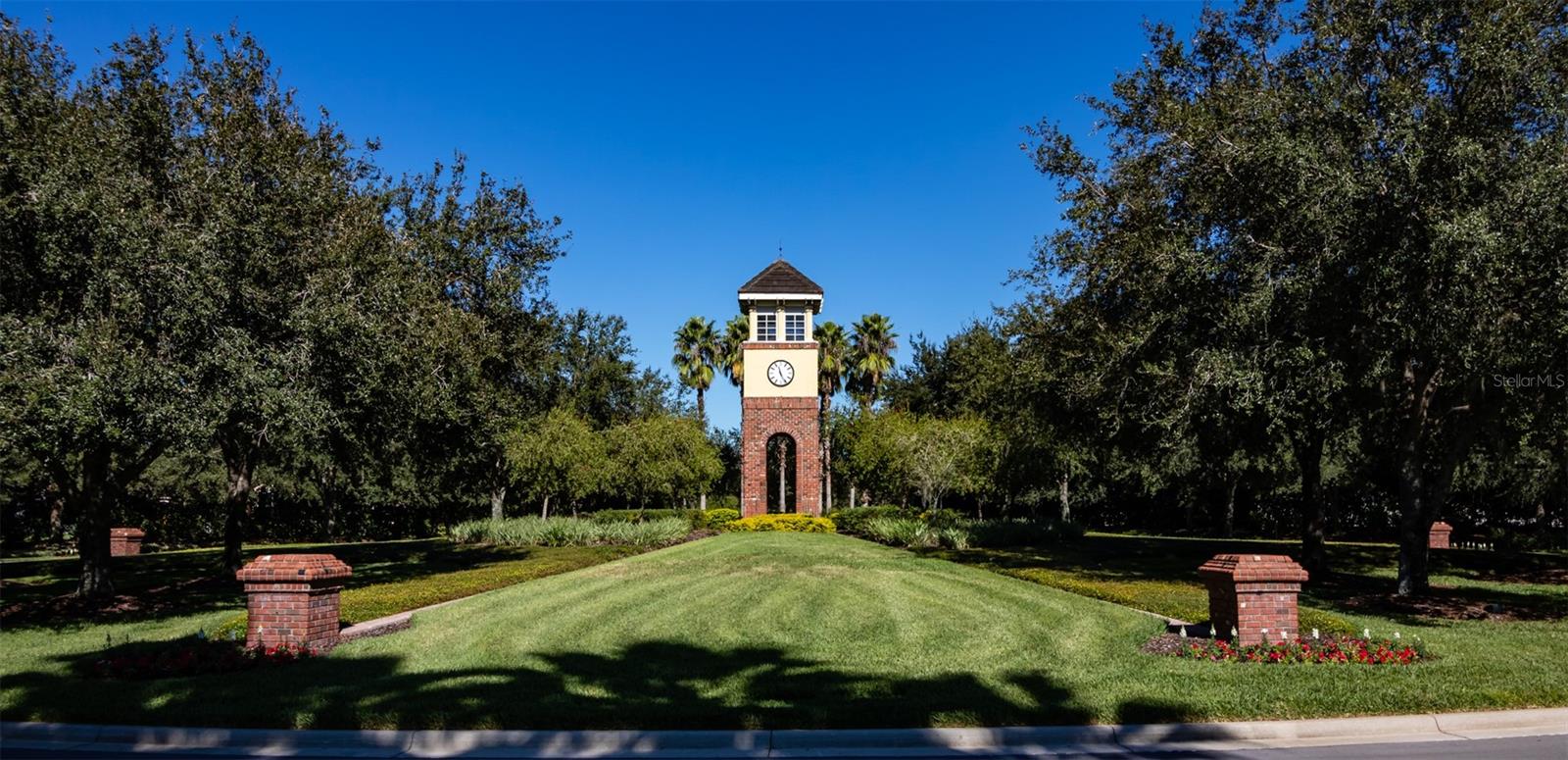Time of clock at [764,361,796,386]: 11:25
